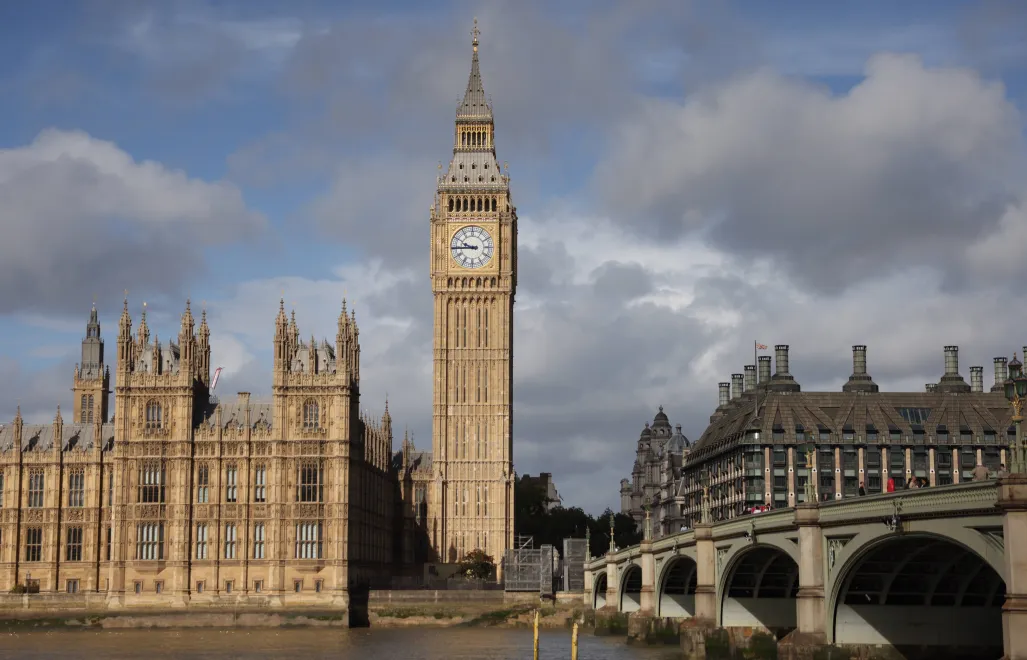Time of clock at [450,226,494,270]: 9:44
